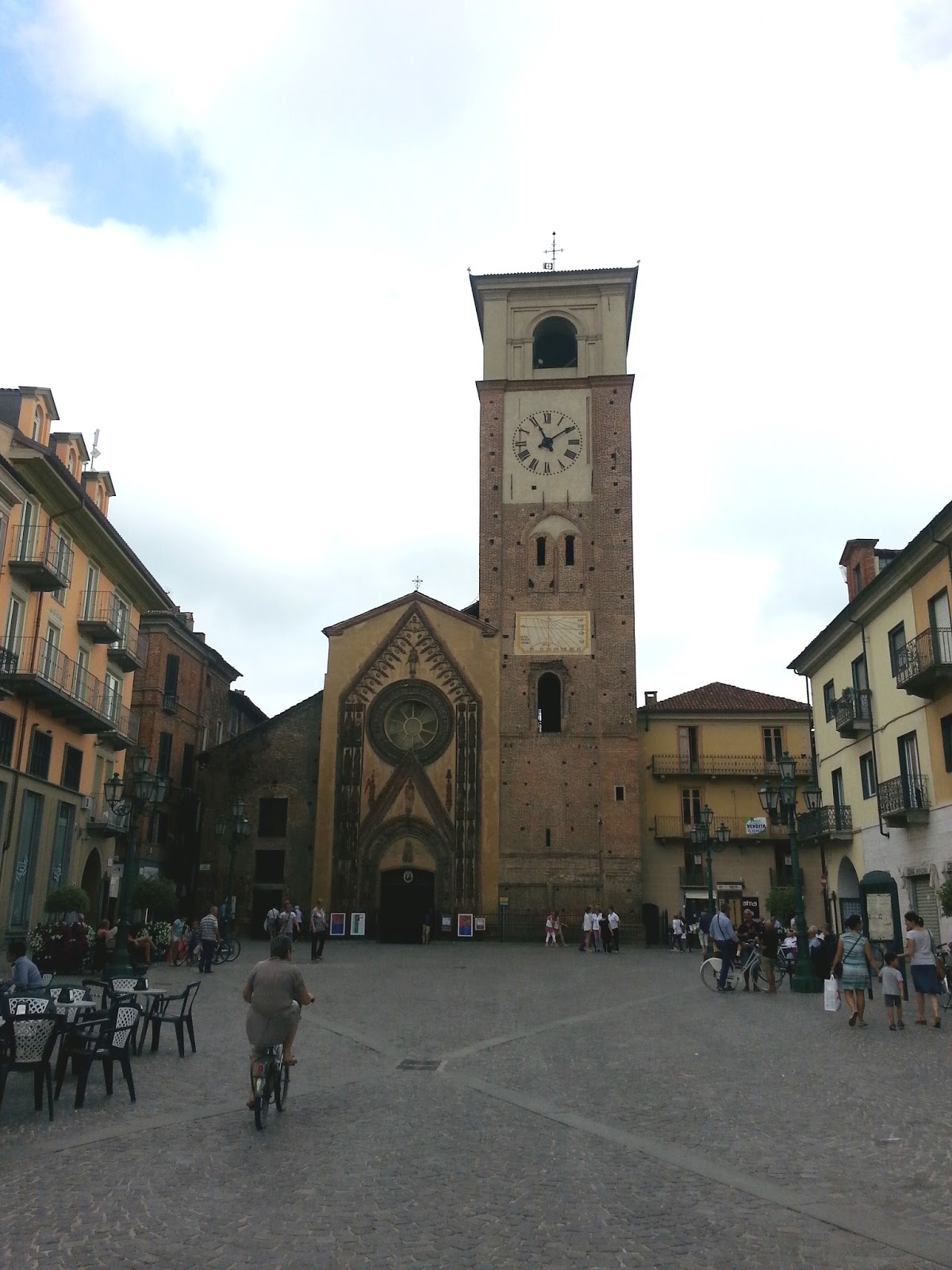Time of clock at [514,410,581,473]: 11:09
